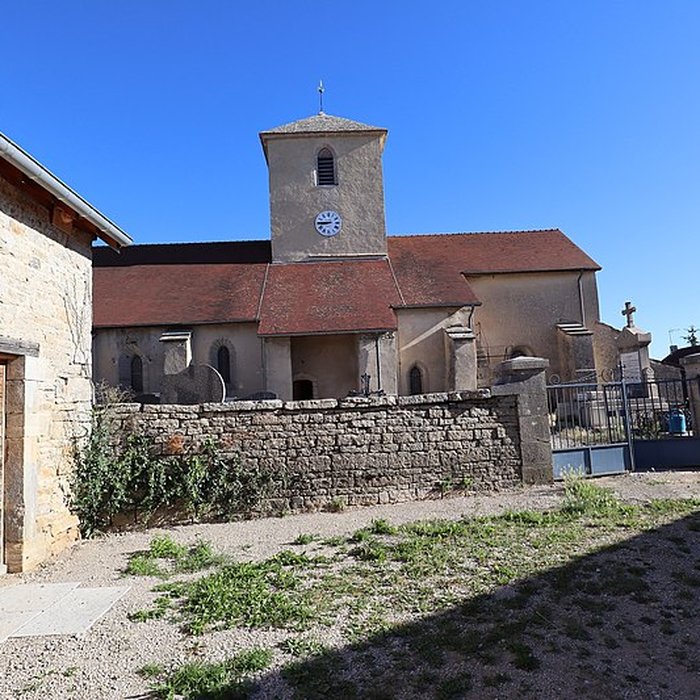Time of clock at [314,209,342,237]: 8:45
